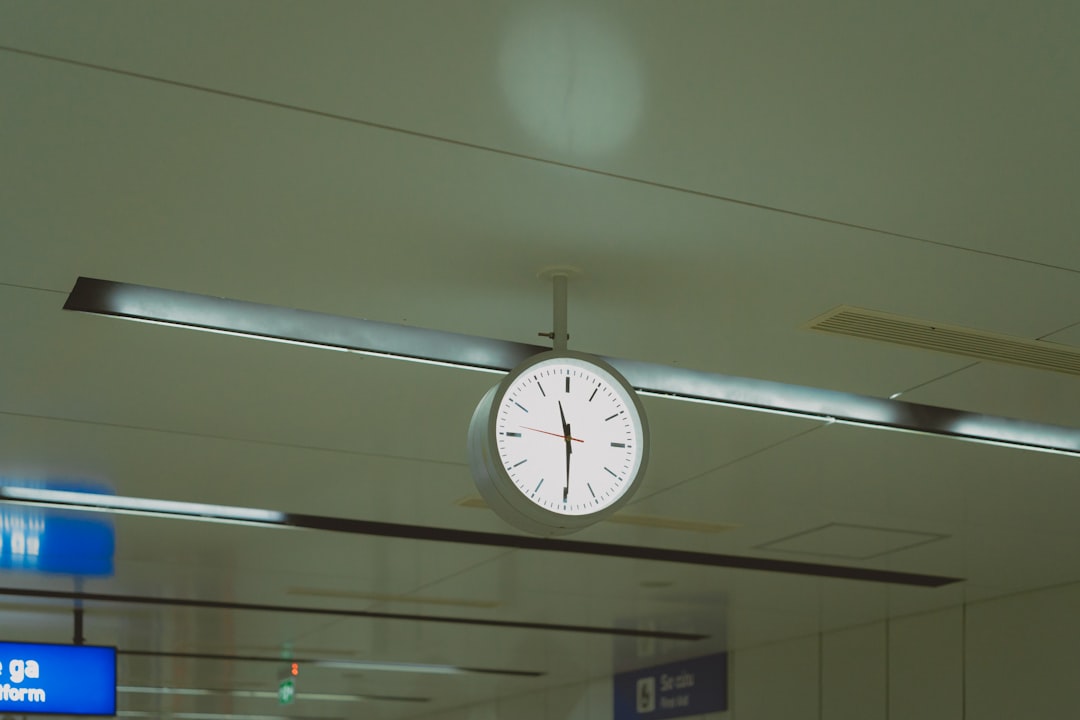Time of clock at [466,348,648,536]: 11:29
